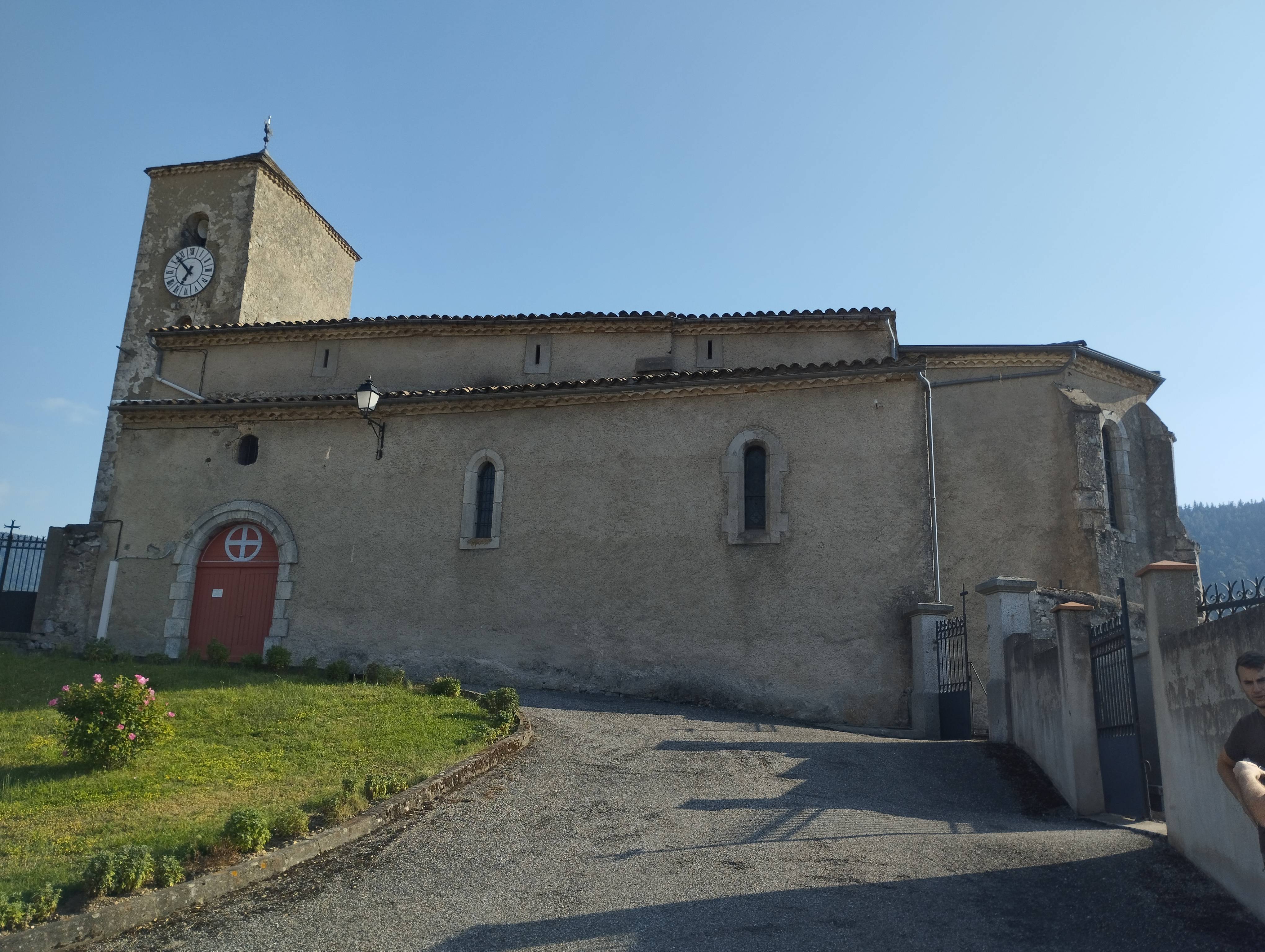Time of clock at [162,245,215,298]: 6:52
